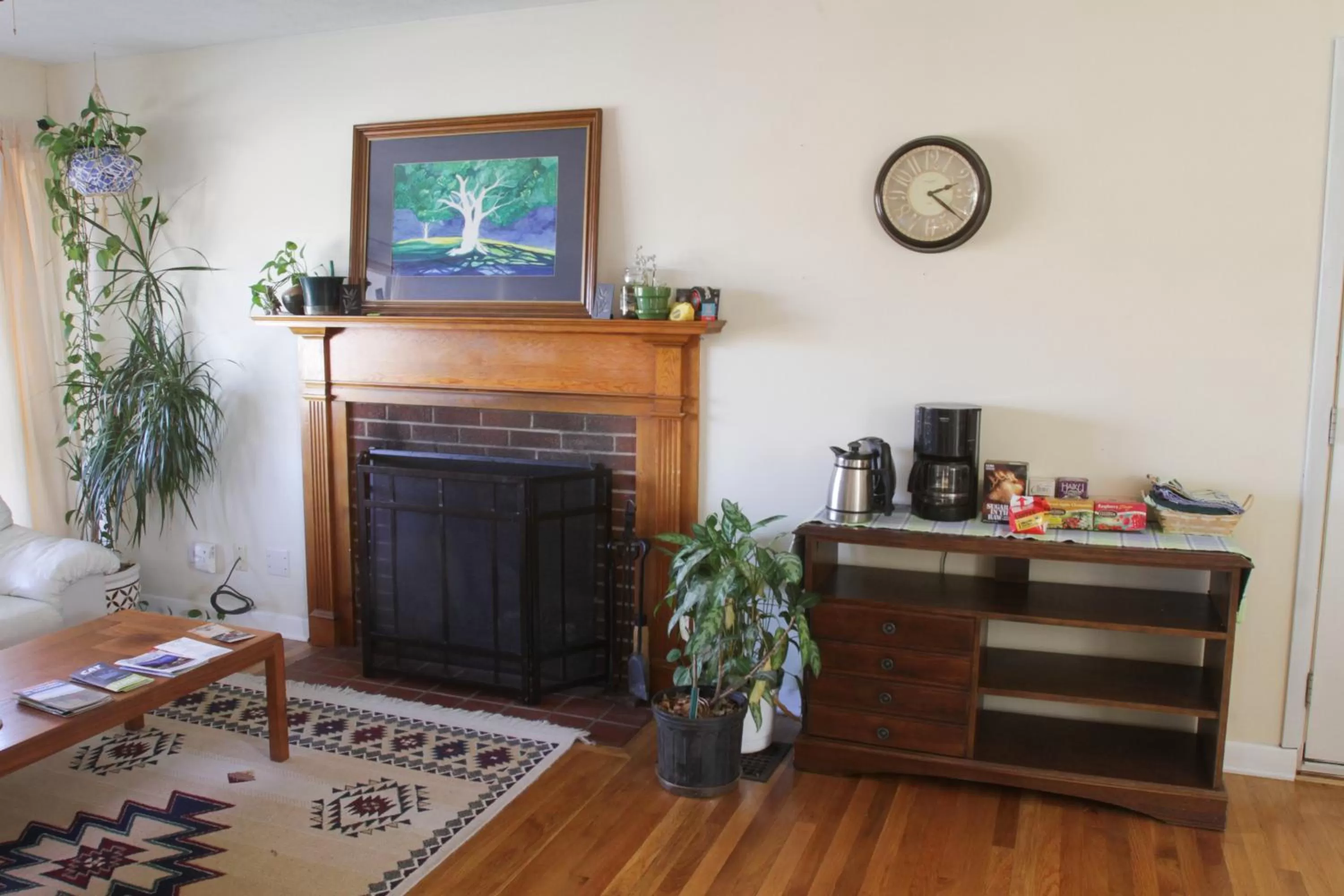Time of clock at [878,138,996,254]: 2:21
